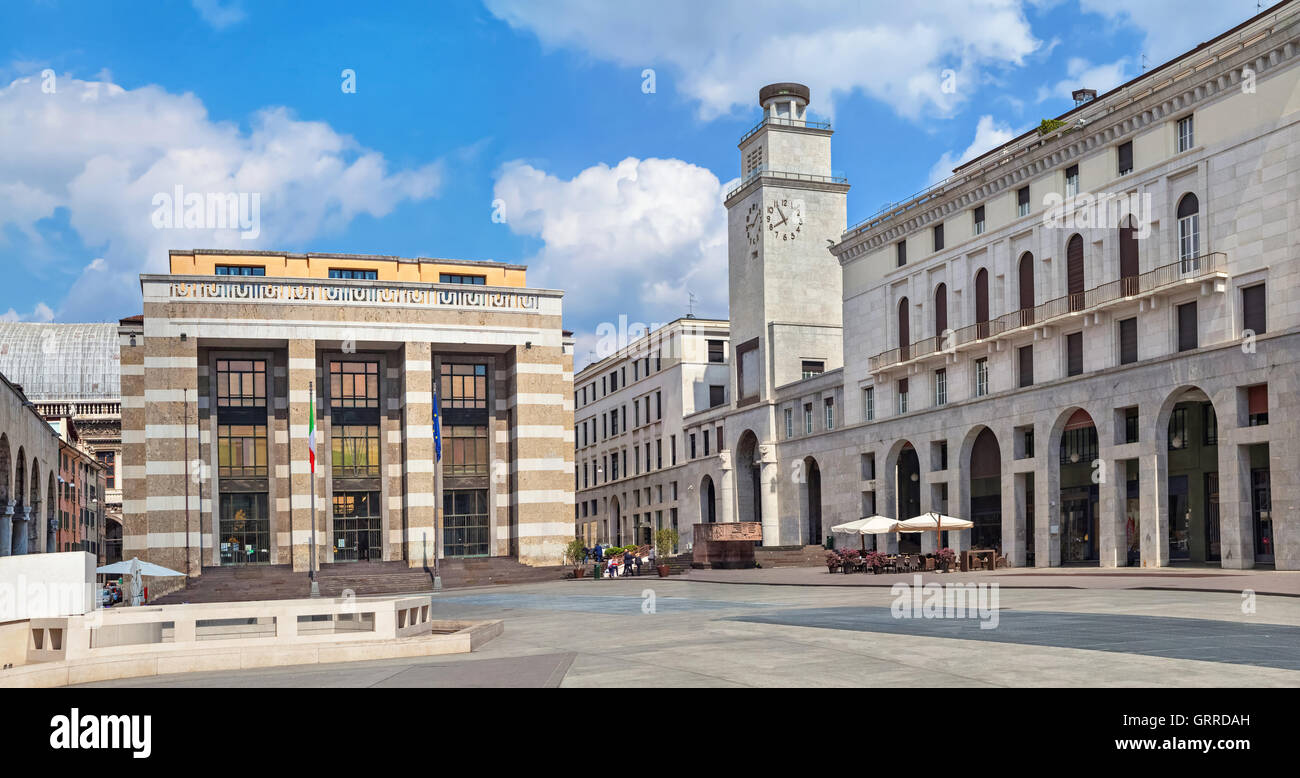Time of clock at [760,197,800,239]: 7:54
